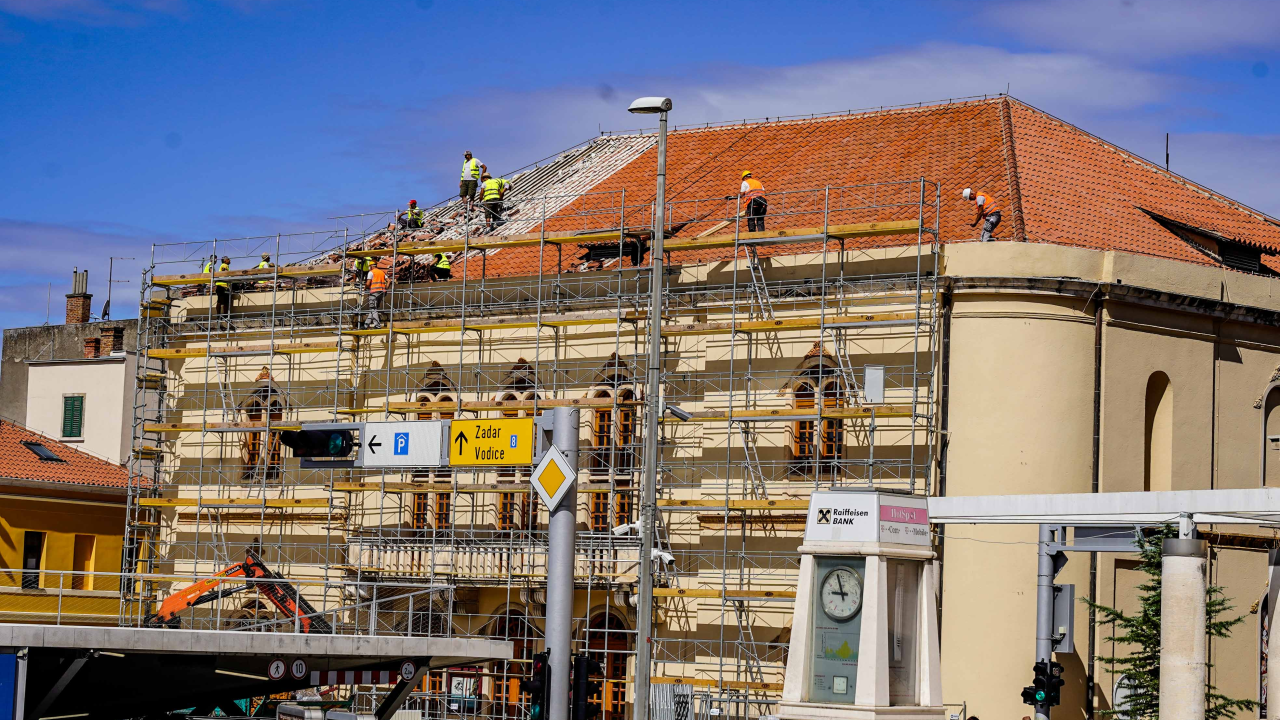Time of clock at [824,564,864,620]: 8:57
